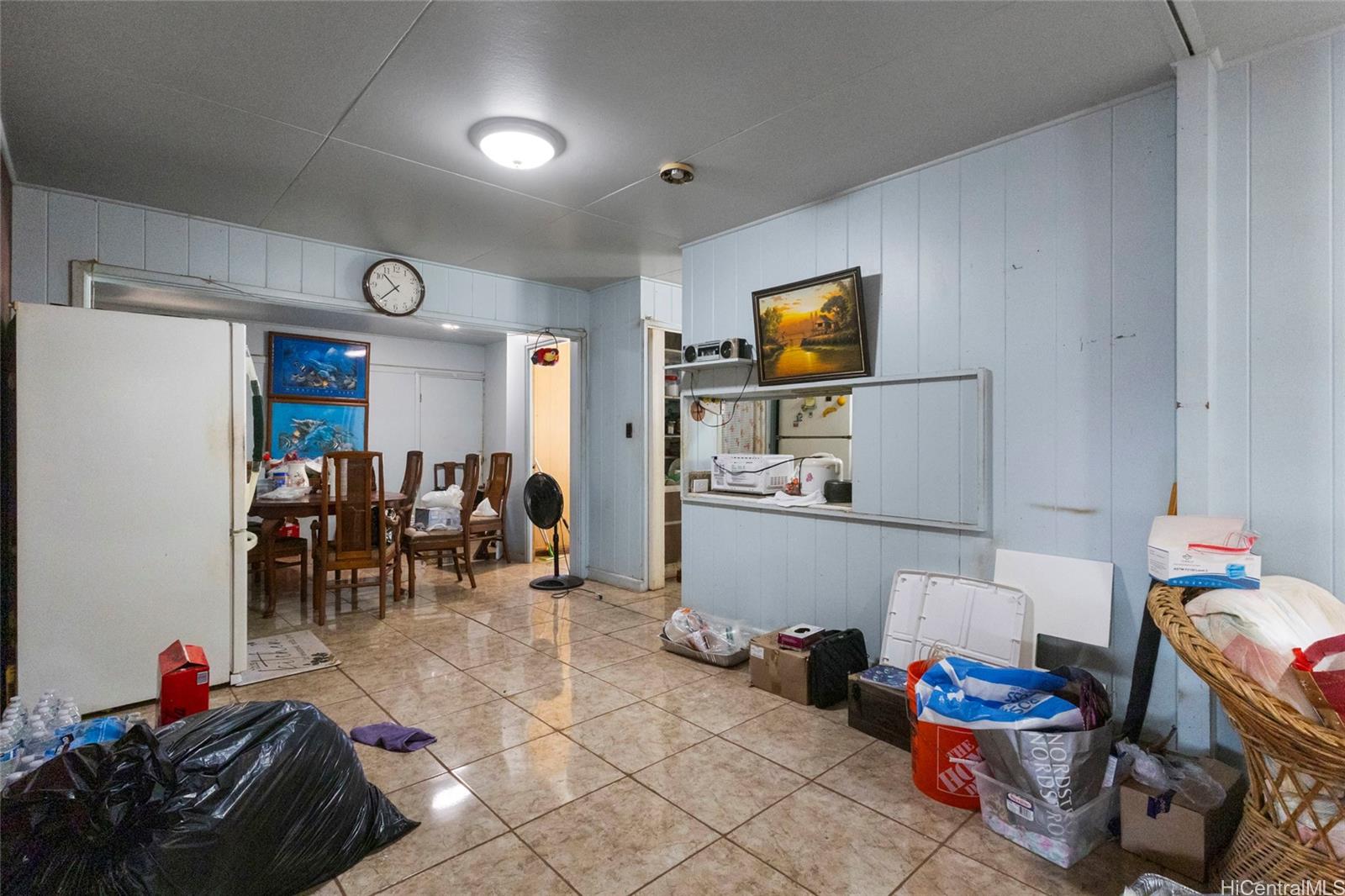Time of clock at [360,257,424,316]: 10:37
